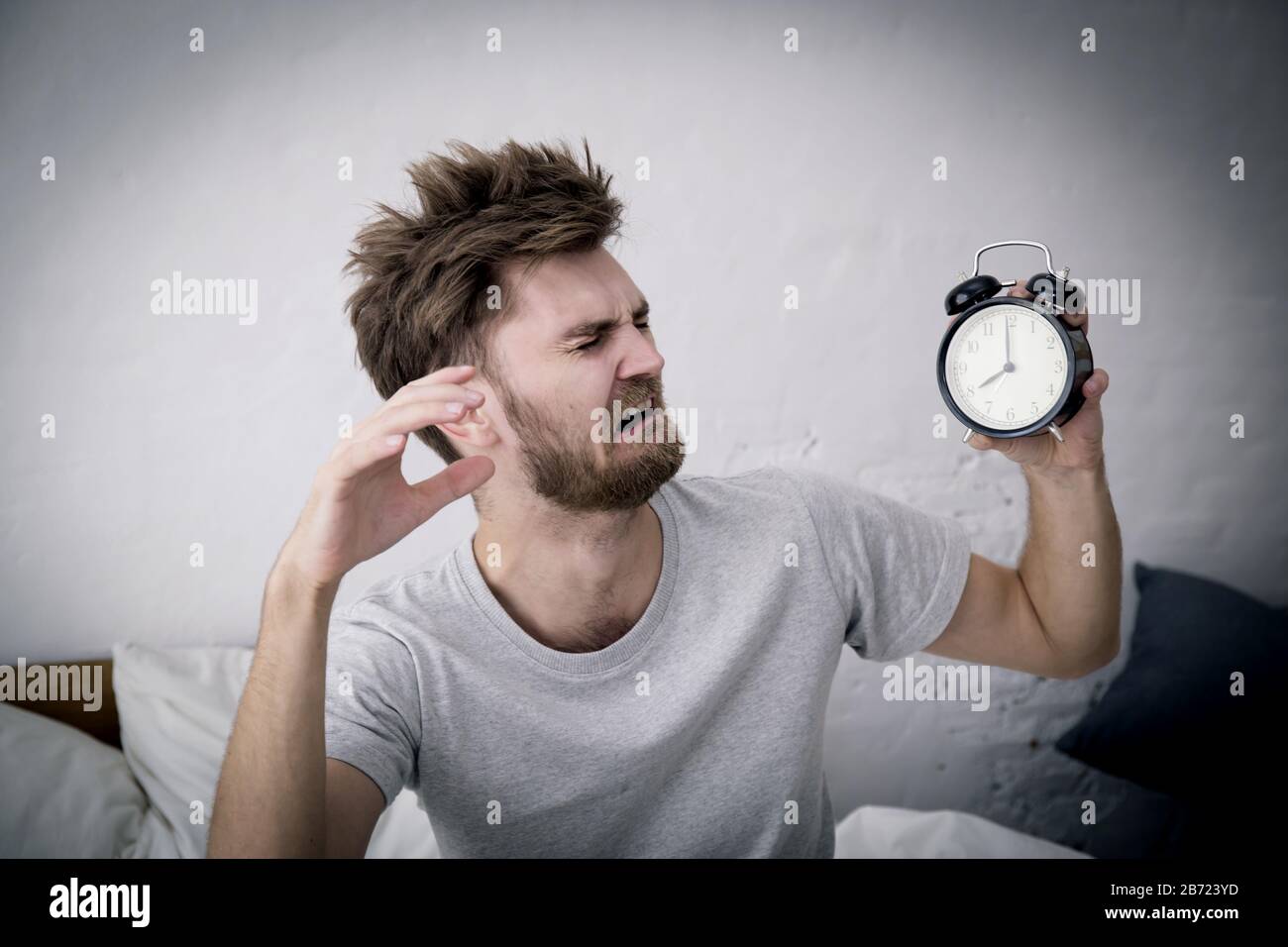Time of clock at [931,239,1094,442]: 7:59
